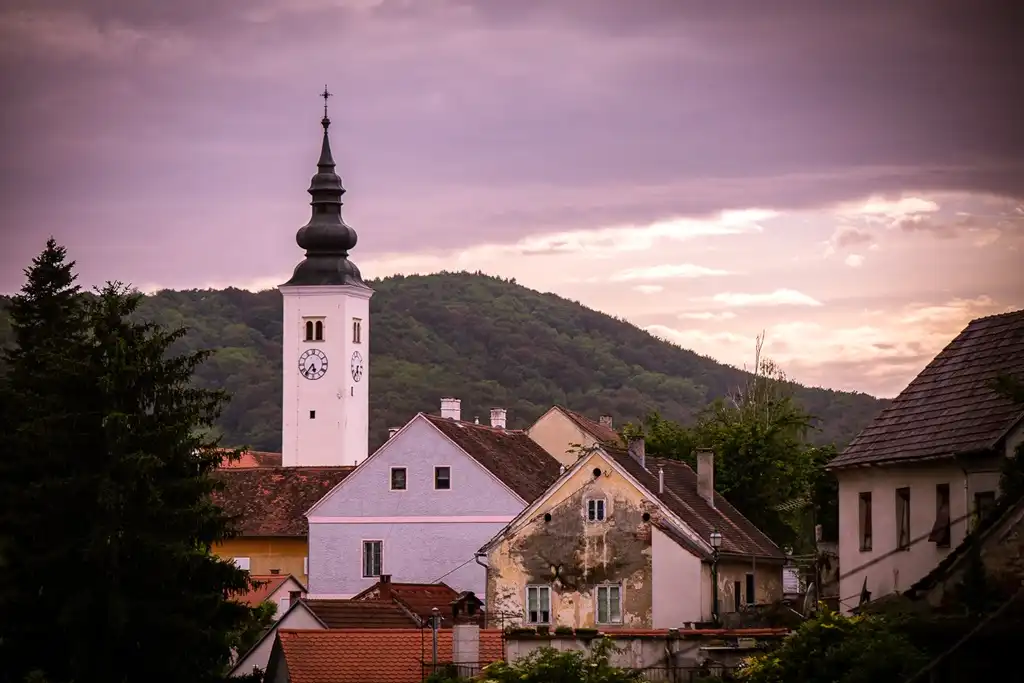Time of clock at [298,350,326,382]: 5:36
